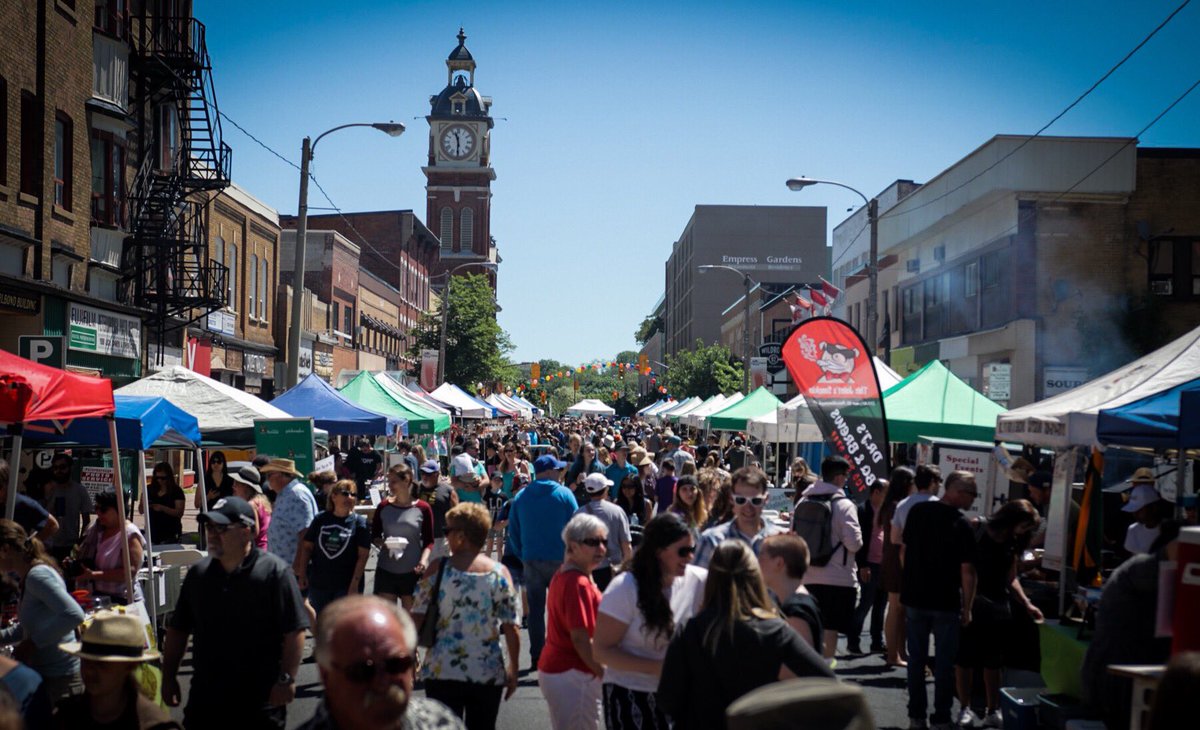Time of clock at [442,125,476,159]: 11:30
